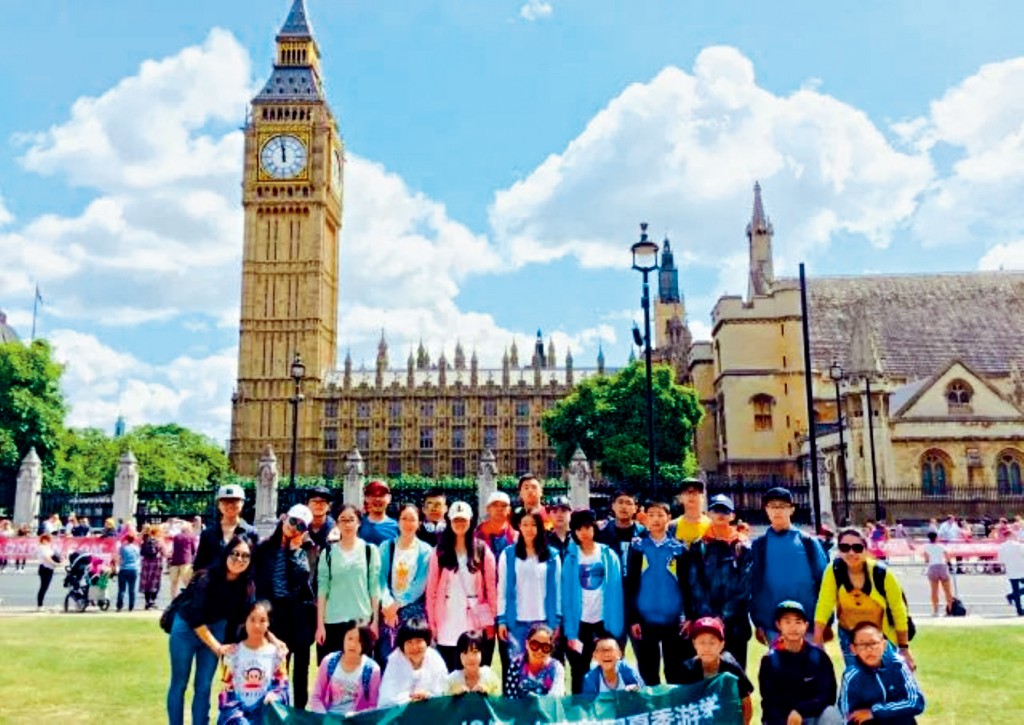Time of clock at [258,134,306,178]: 11:58
